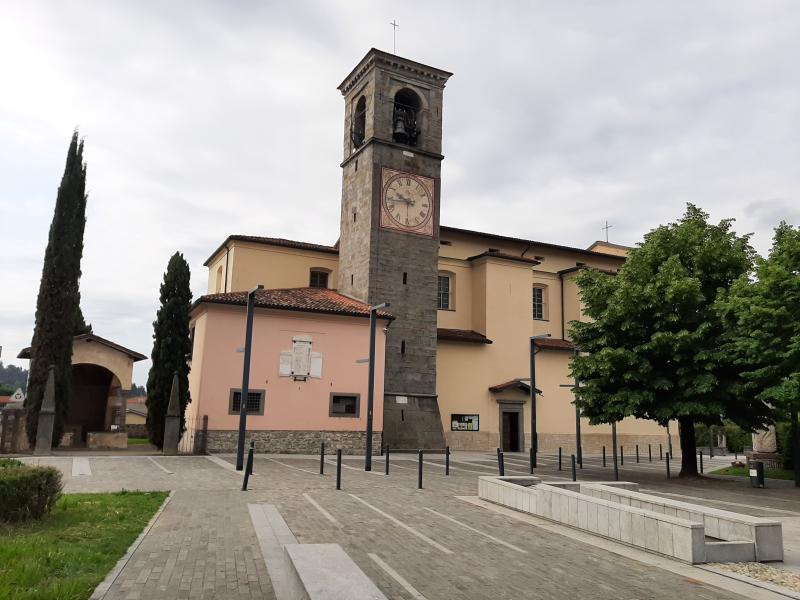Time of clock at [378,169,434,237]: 9:43
